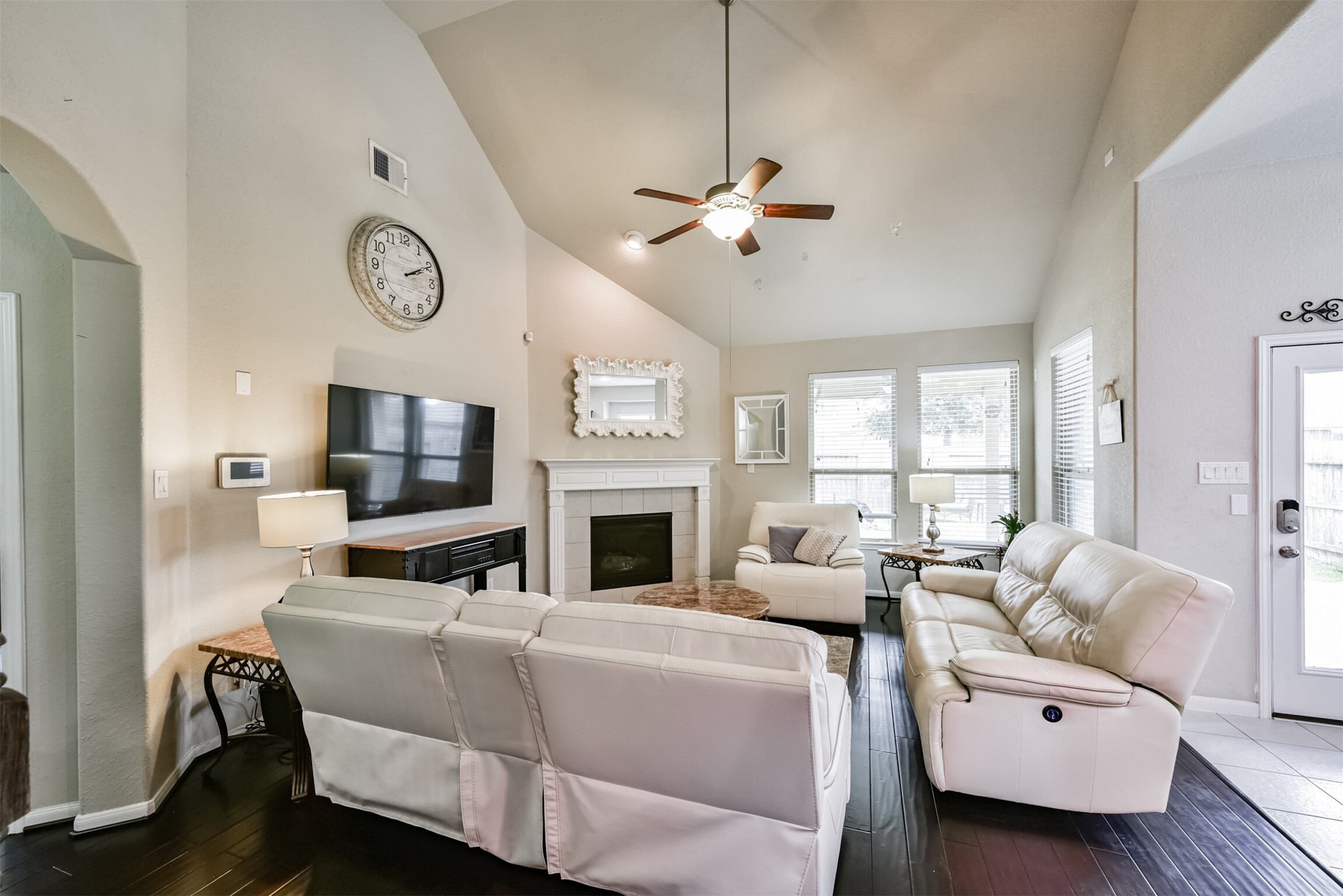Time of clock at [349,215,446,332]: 2:10
